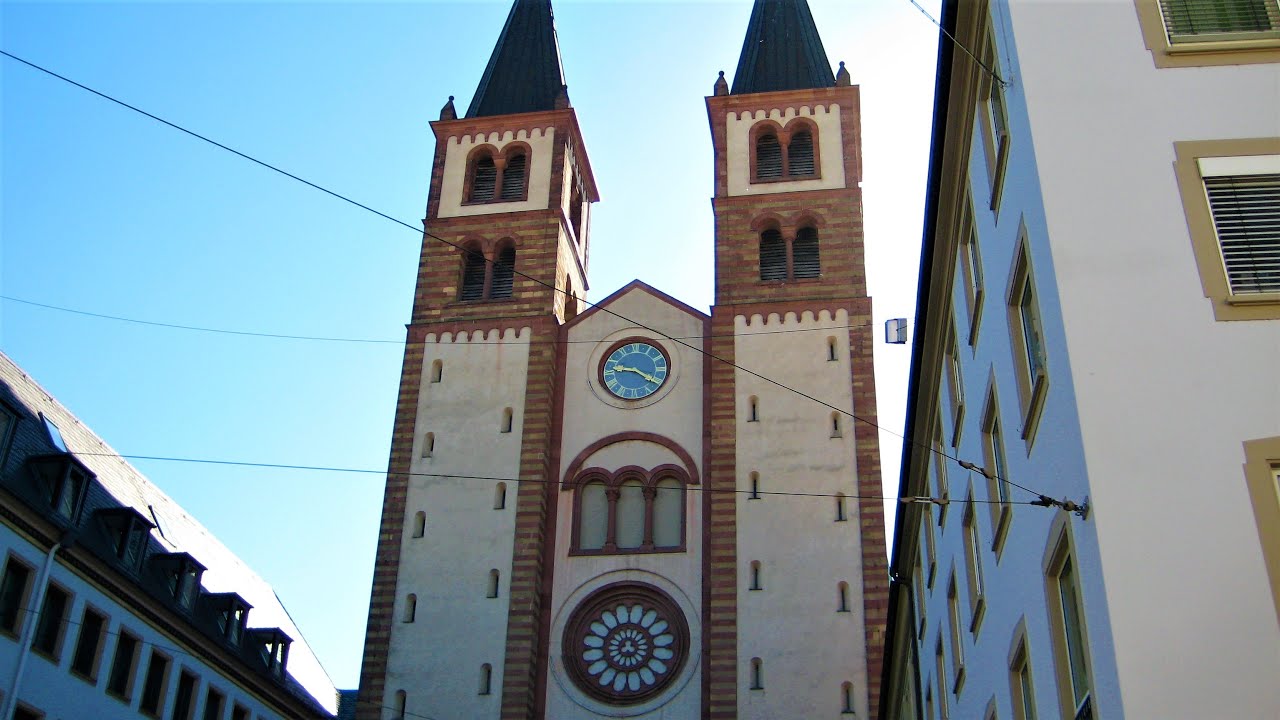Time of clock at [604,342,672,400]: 9:20
